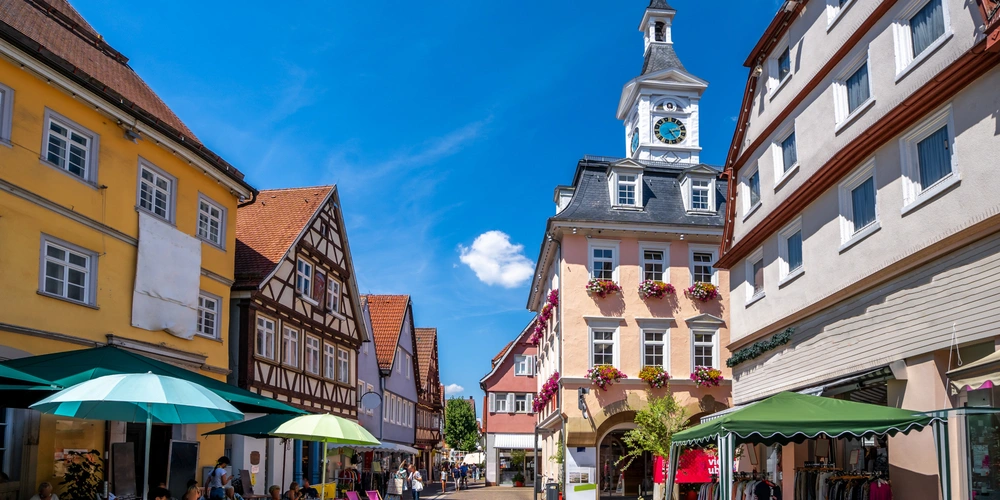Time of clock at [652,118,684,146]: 2:23
